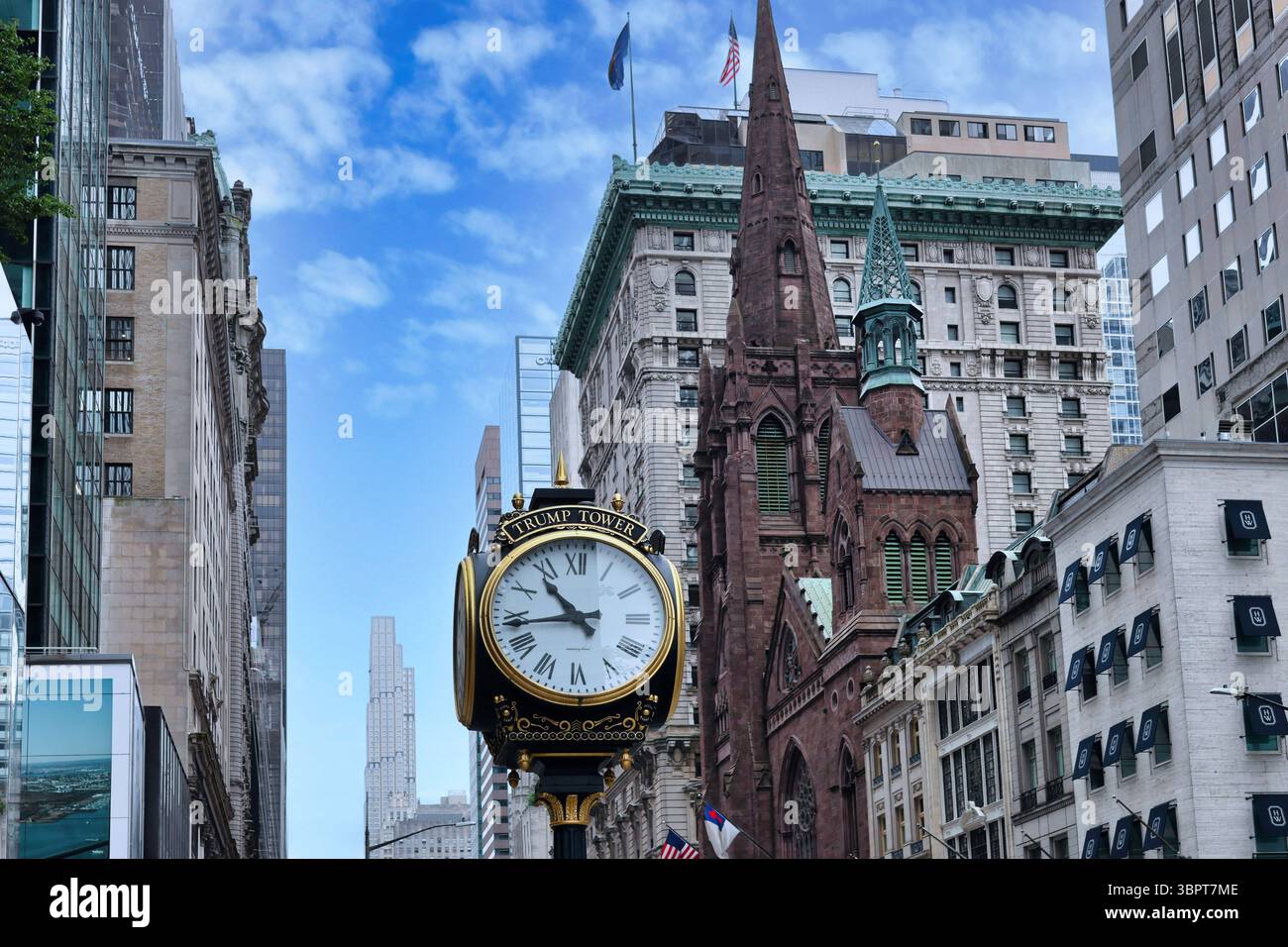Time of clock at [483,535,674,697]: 10:43
